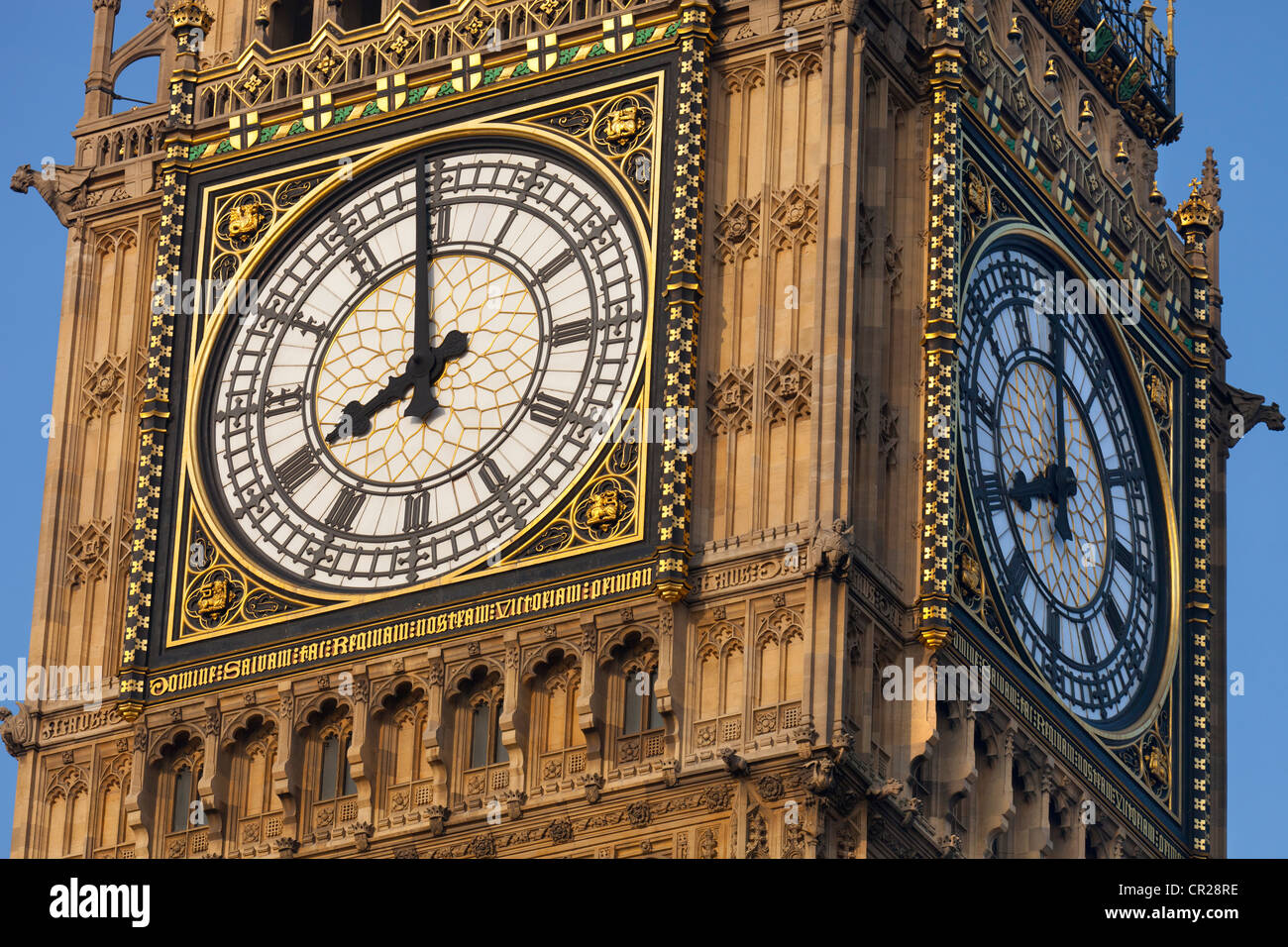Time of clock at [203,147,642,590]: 7:59
